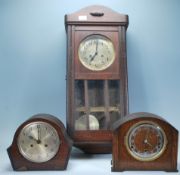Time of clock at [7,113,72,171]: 10:00
